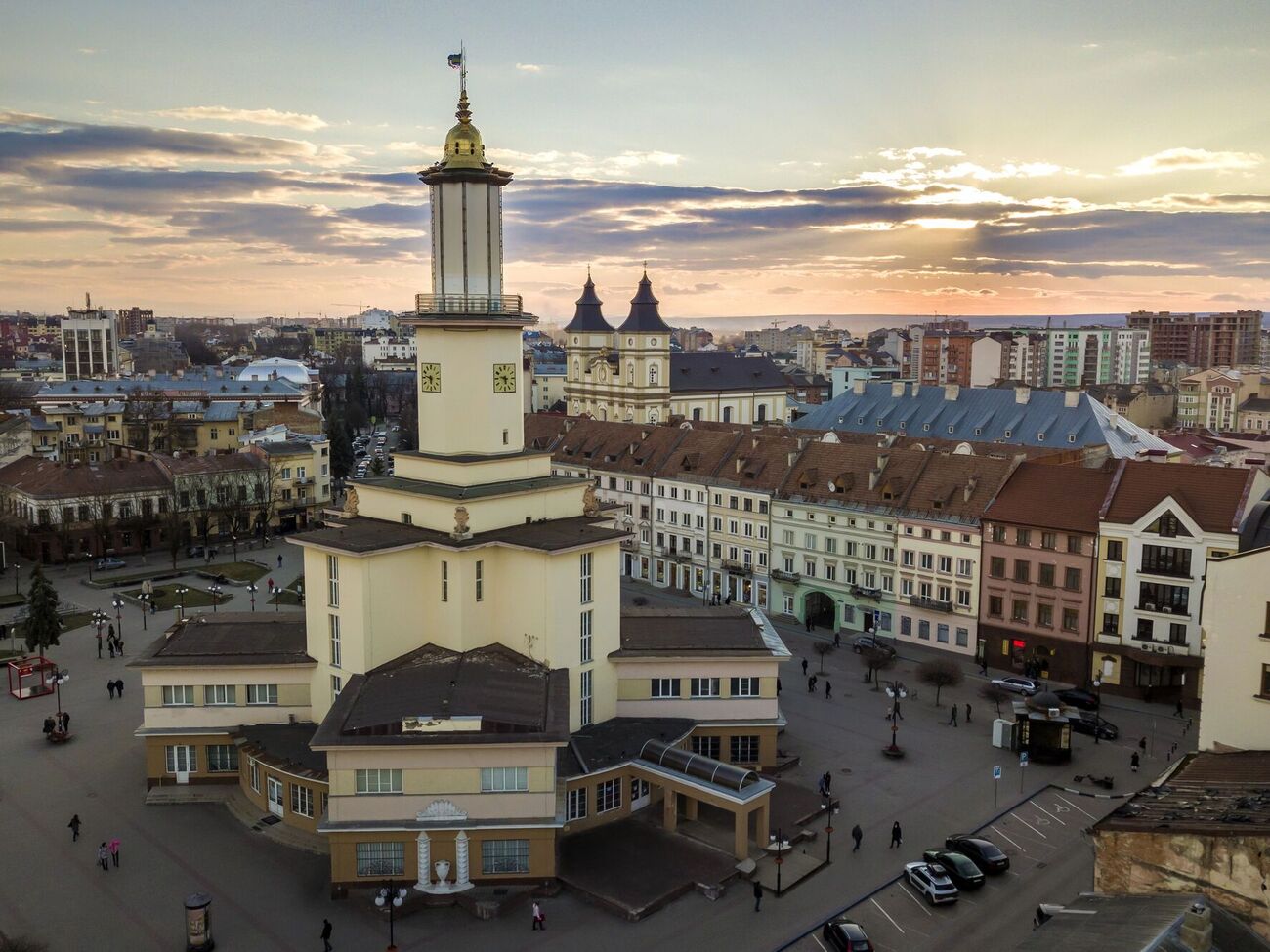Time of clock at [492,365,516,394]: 5:47
